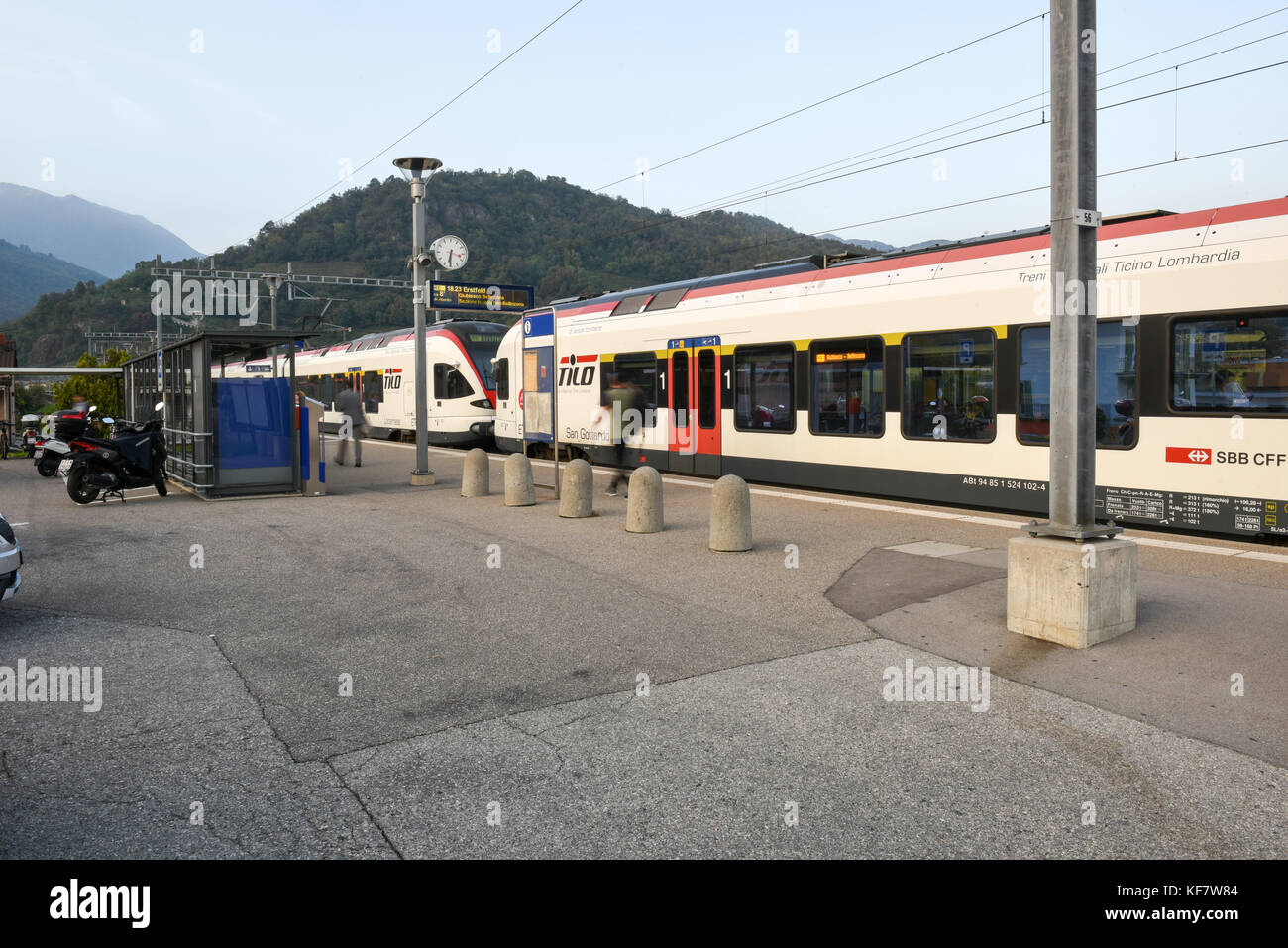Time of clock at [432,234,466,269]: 6:17
